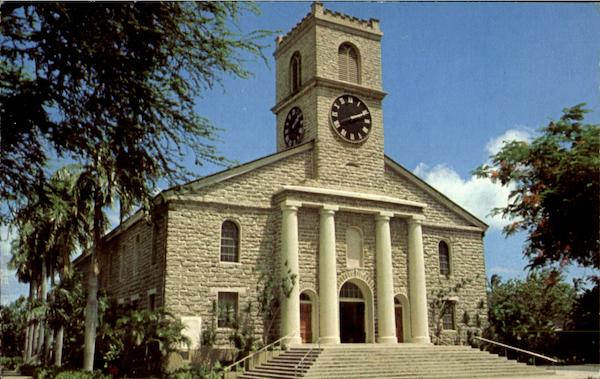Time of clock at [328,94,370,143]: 2:11
